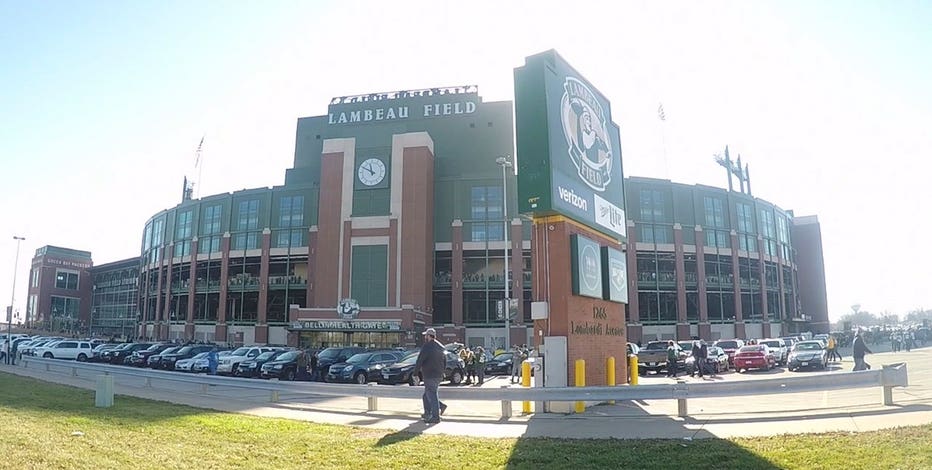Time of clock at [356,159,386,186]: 11:49
